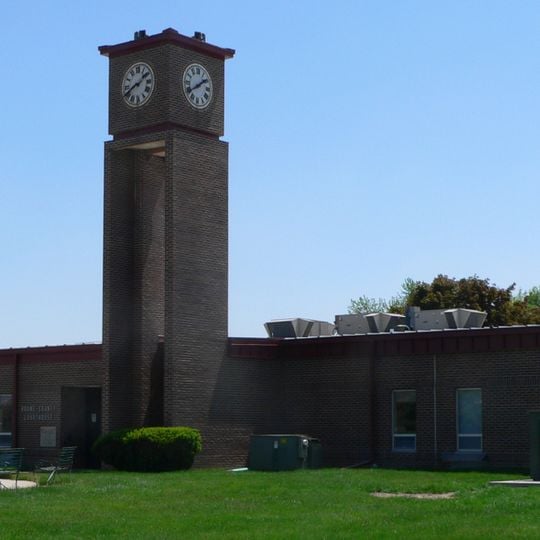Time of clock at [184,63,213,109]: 1:39
